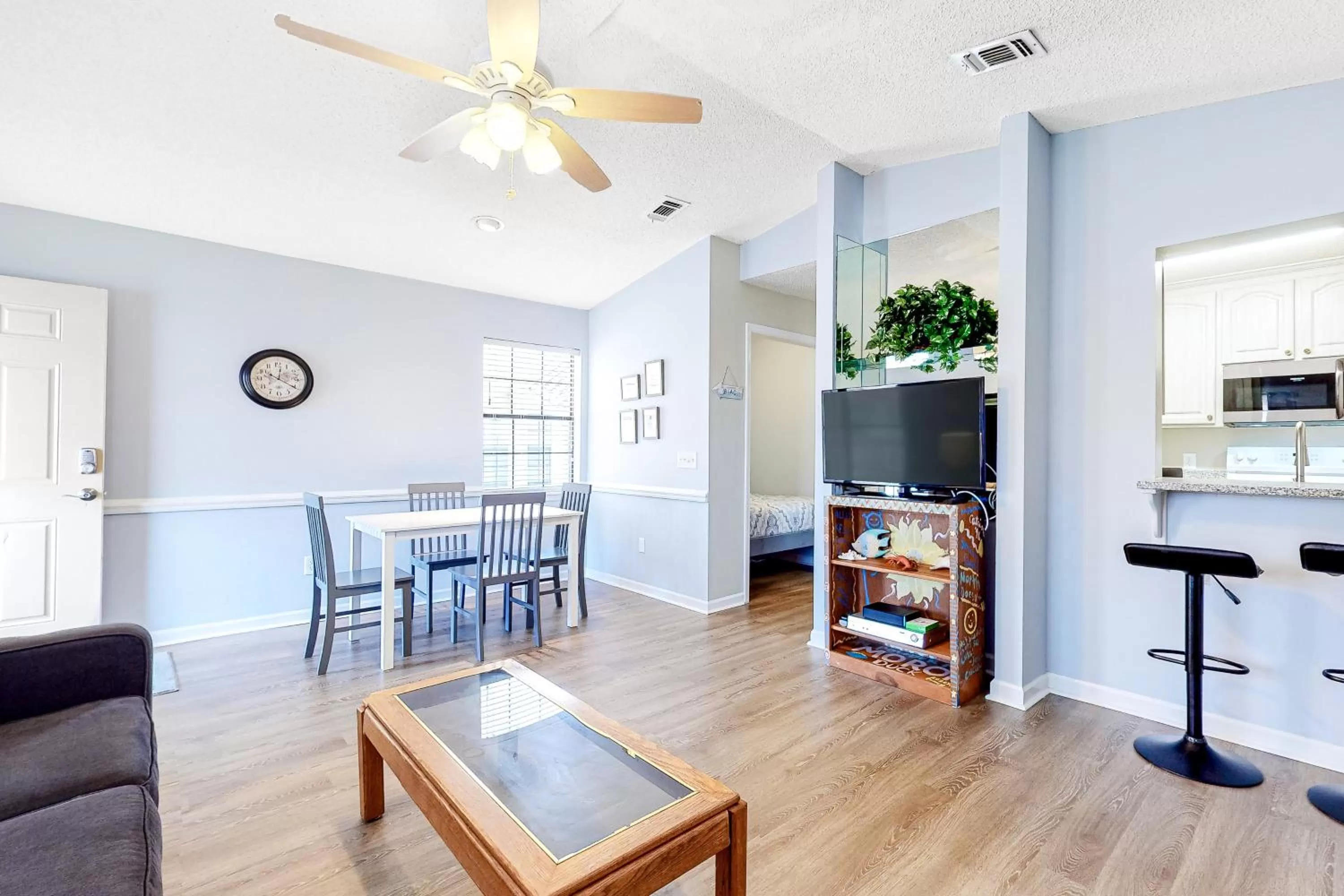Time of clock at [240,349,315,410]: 12:20
